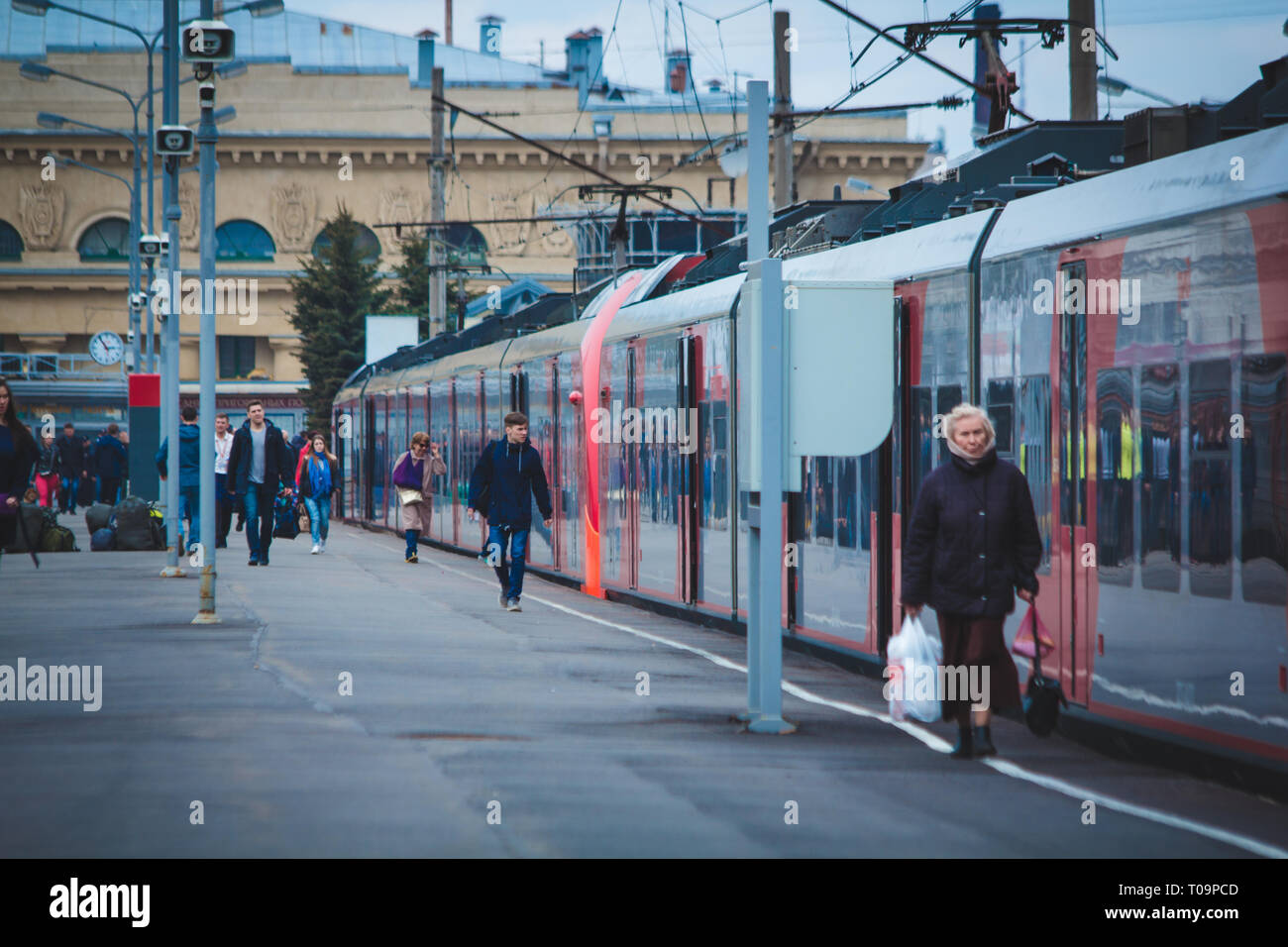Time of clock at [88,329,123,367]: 2:54
